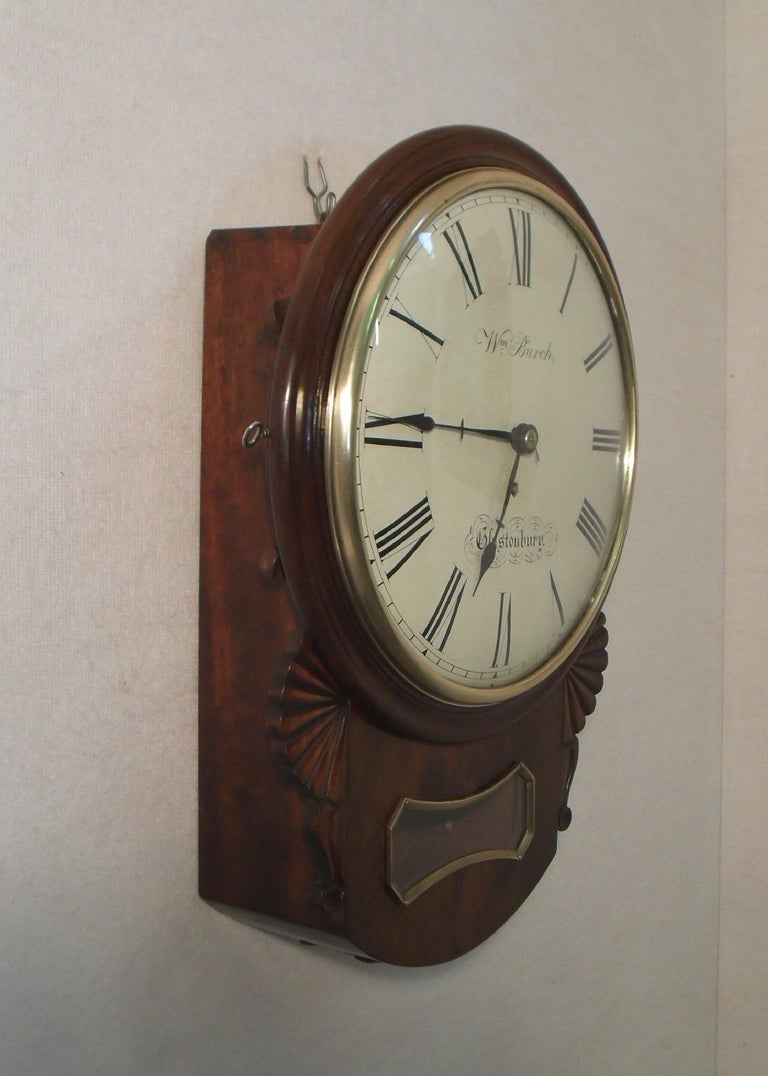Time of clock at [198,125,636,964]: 6:45
